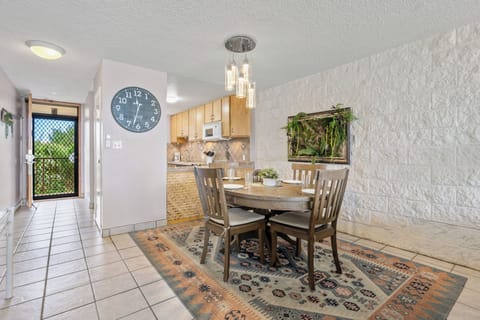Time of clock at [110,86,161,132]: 11:32
